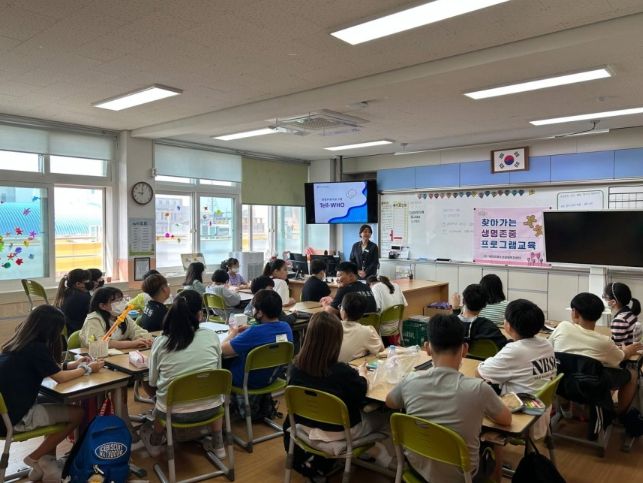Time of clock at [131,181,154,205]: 8:59
